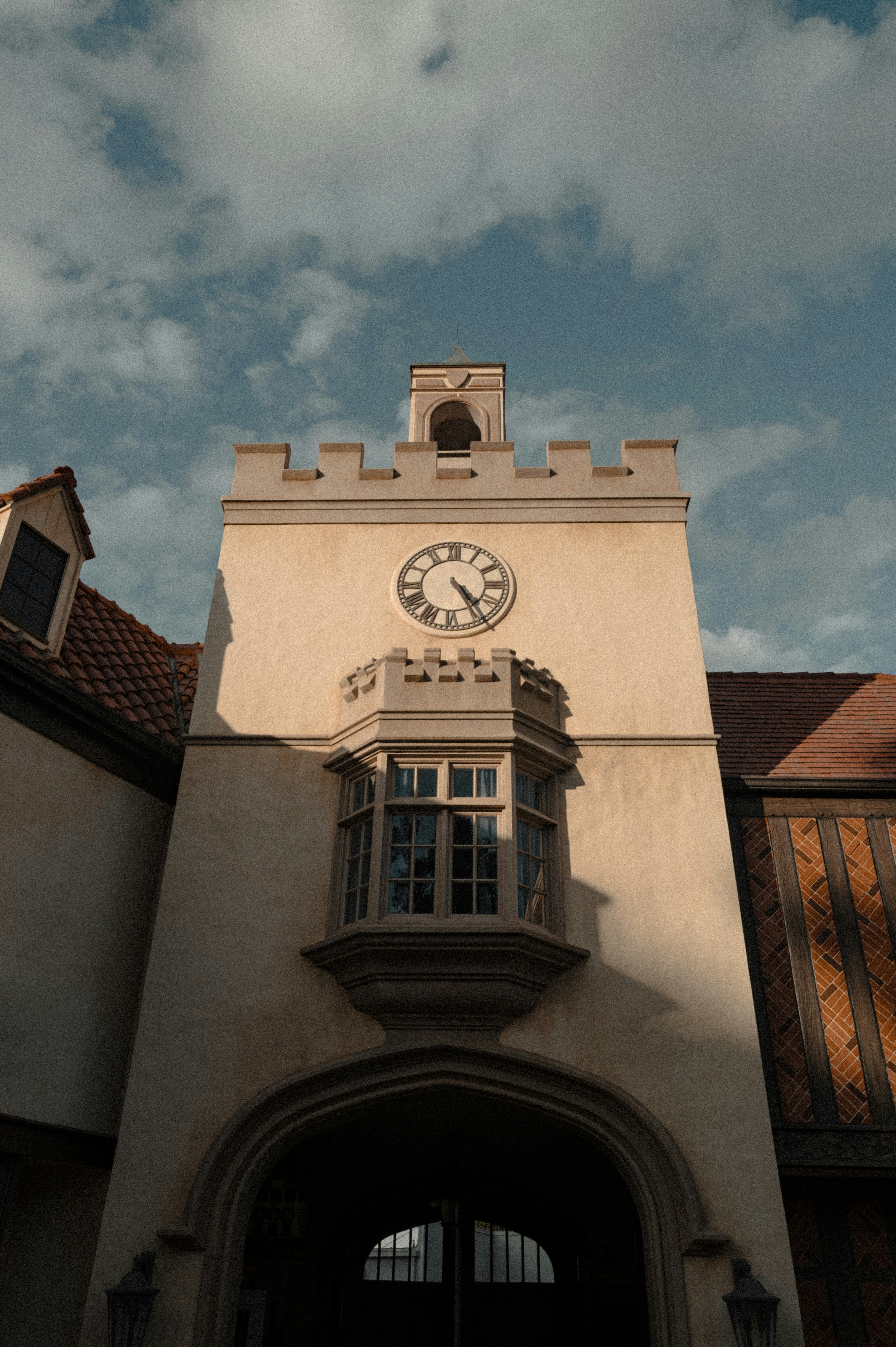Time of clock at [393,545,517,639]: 4:24
